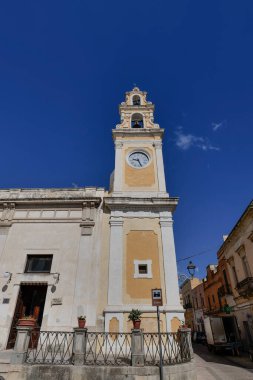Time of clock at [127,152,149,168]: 9:26
